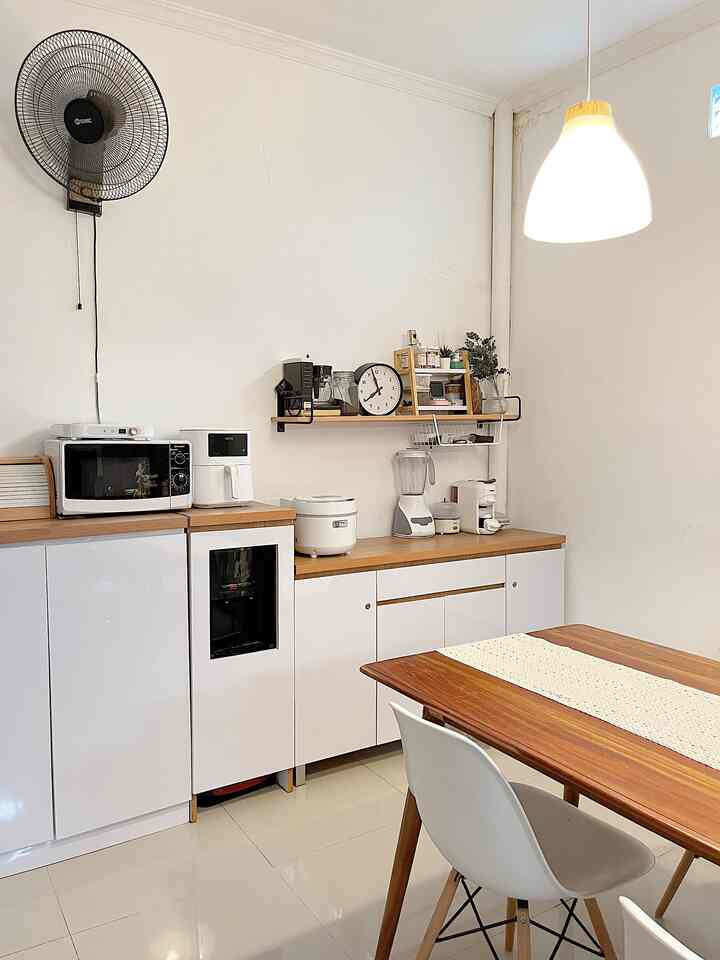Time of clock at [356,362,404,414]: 7:57
